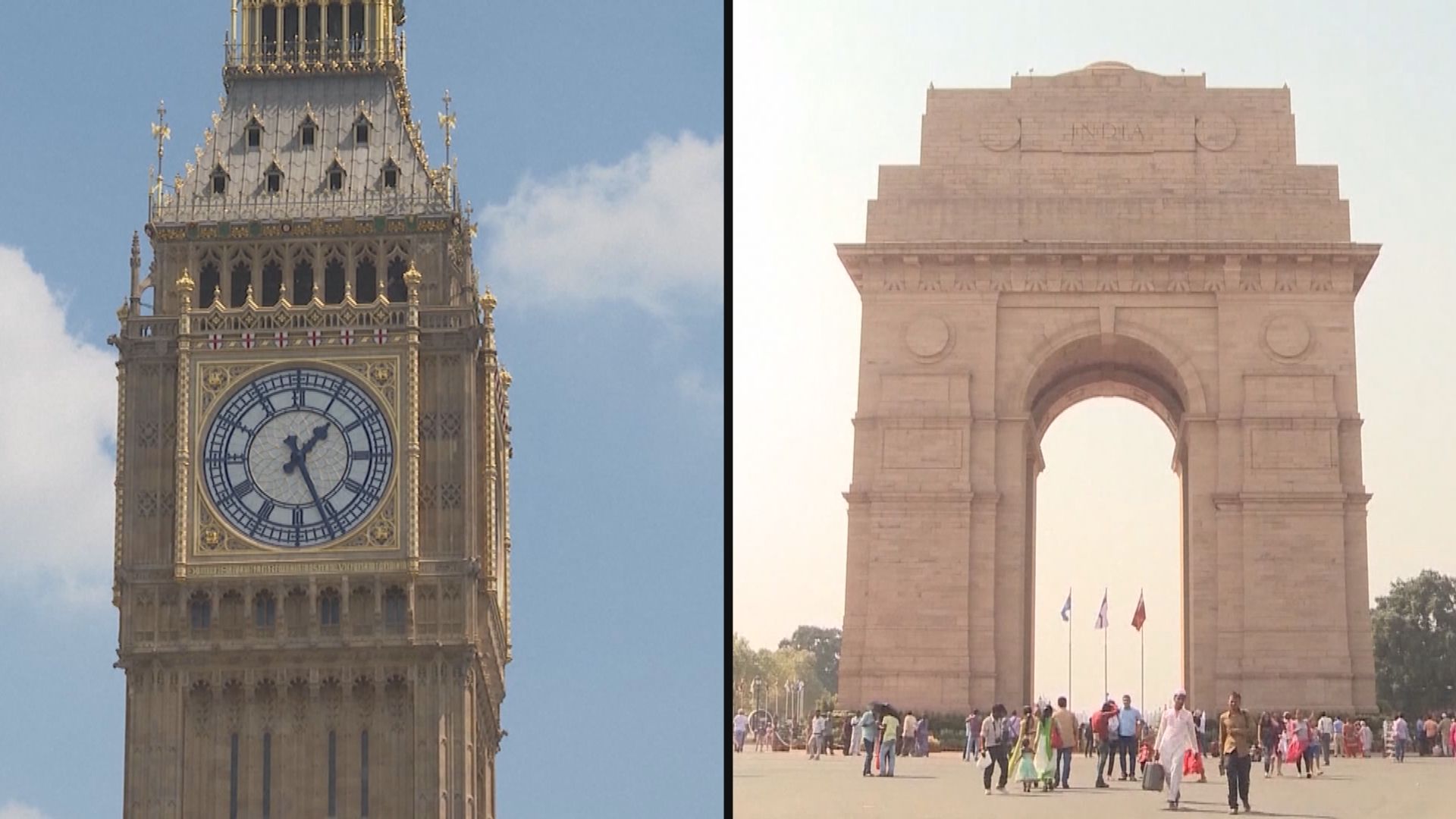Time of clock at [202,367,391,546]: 1:26
